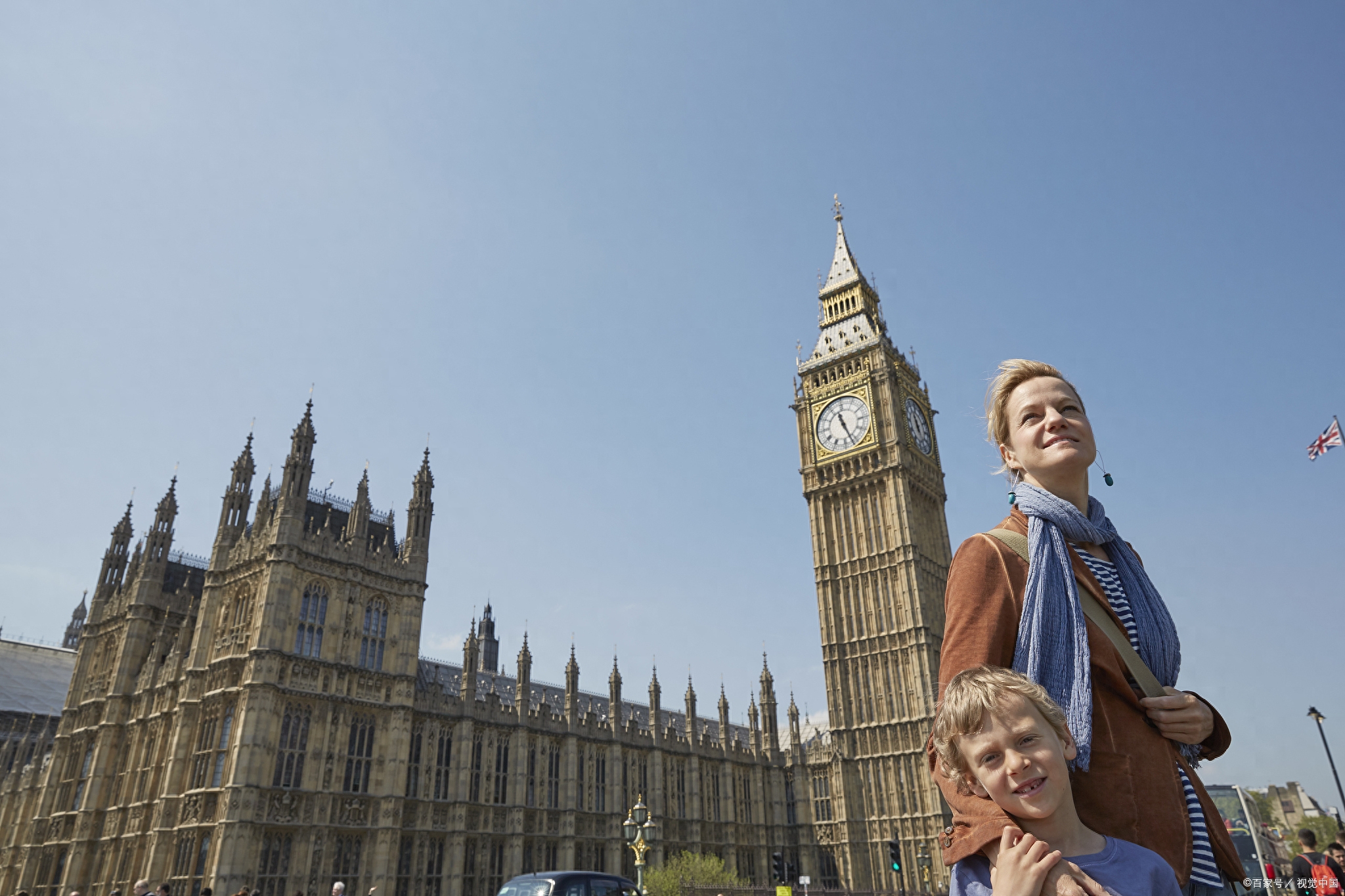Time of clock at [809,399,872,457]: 11:26
